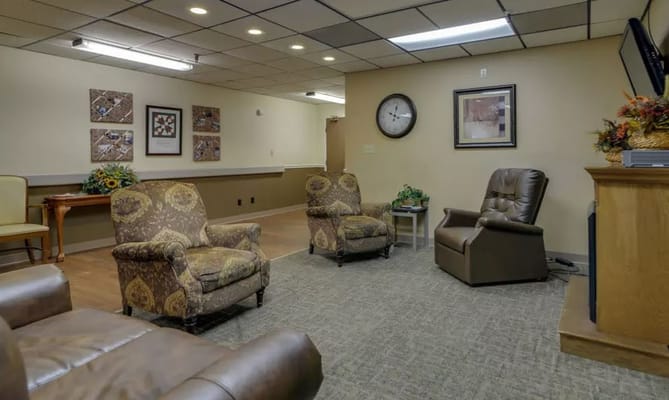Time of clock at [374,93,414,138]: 12:16
